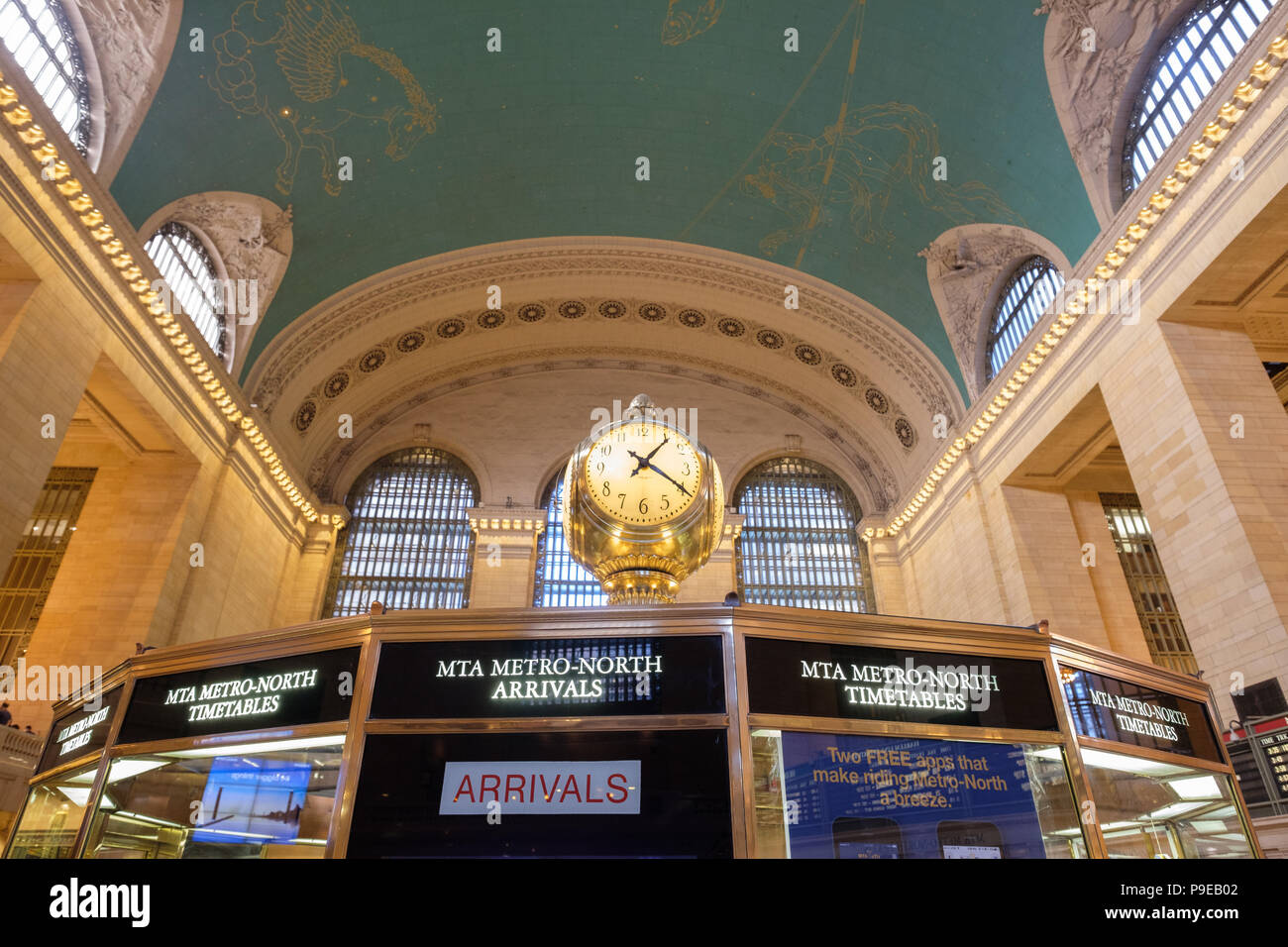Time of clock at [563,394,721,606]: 1:20
